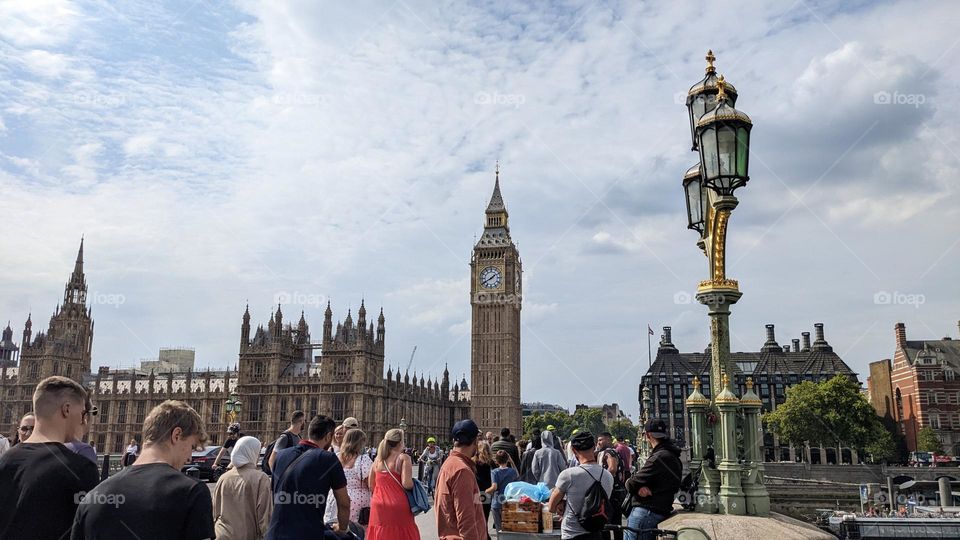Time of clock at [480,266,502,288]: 1:40
